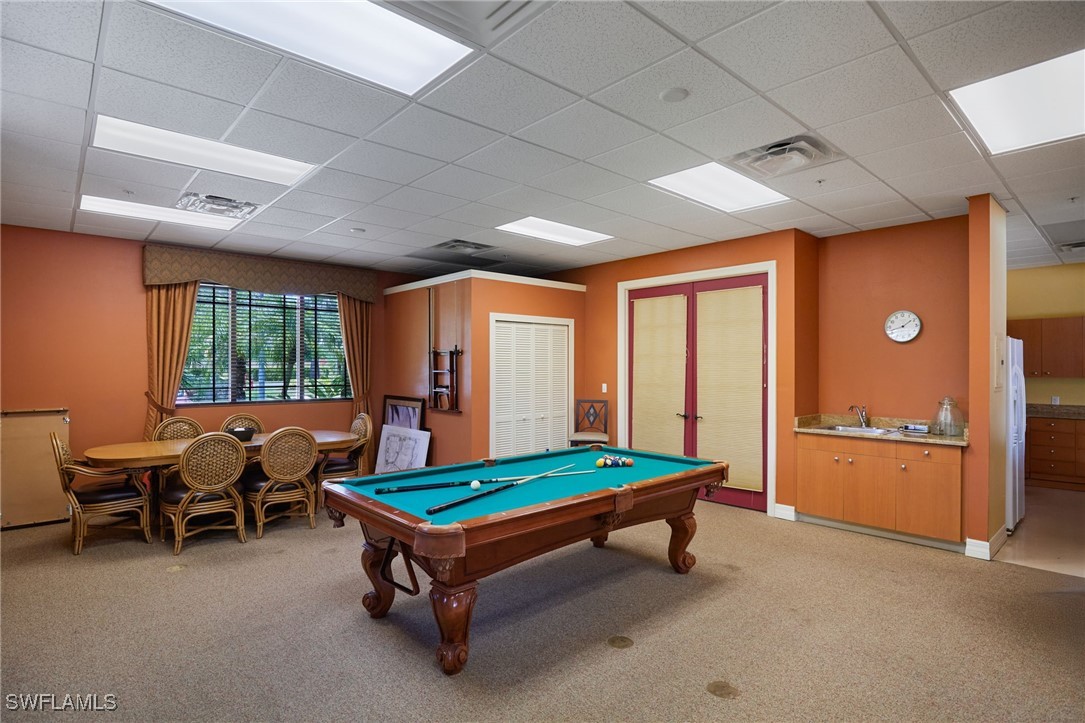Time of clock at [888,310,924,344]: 1:42
